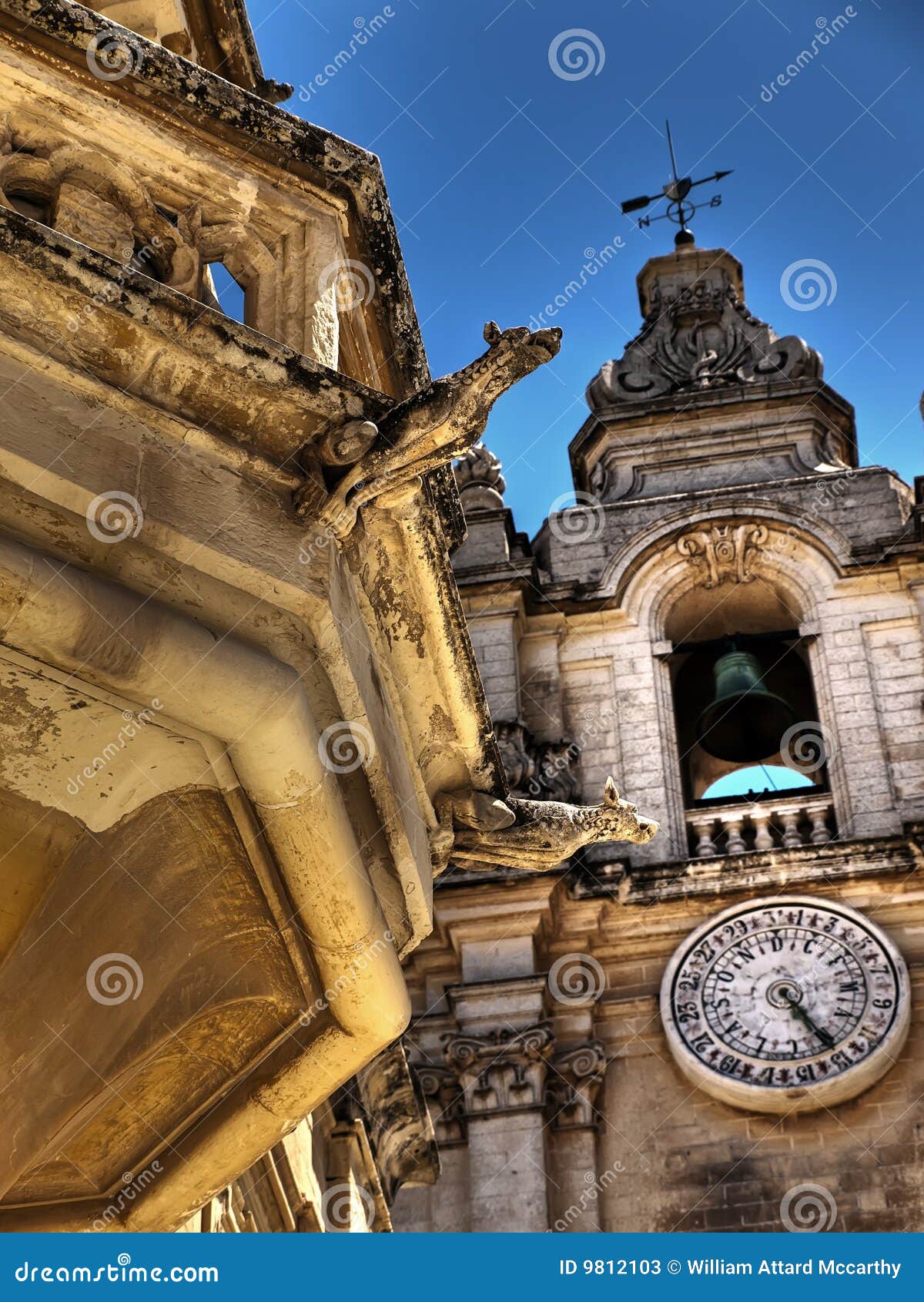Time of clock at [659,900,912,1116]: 4:23
